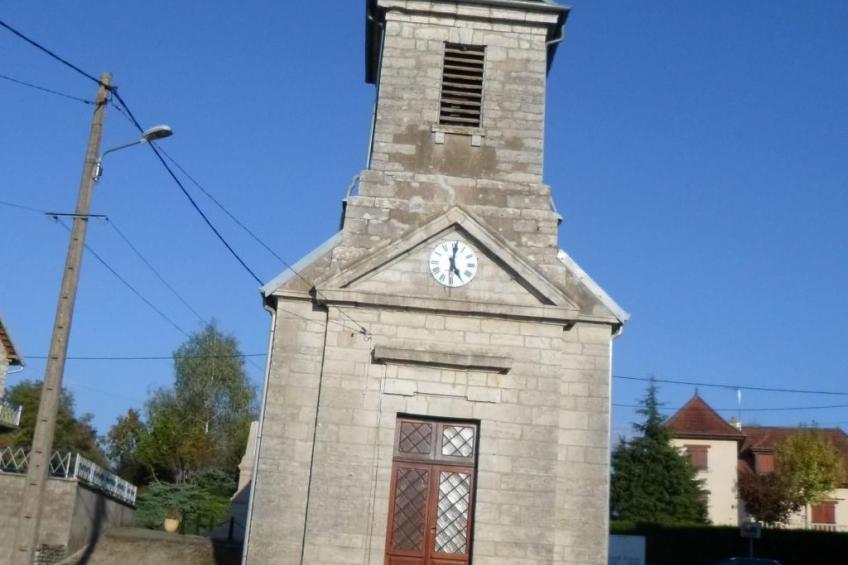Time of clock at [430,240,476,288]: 5:00
